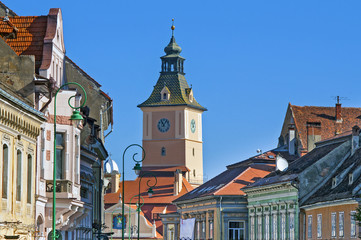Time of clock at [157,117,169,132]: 11:07
